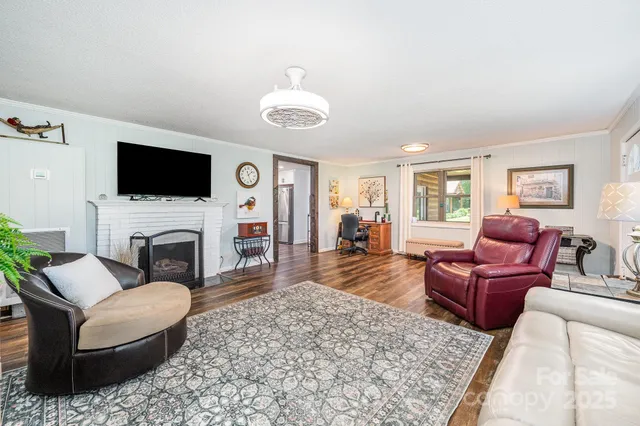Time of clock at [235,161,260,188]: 1:26
